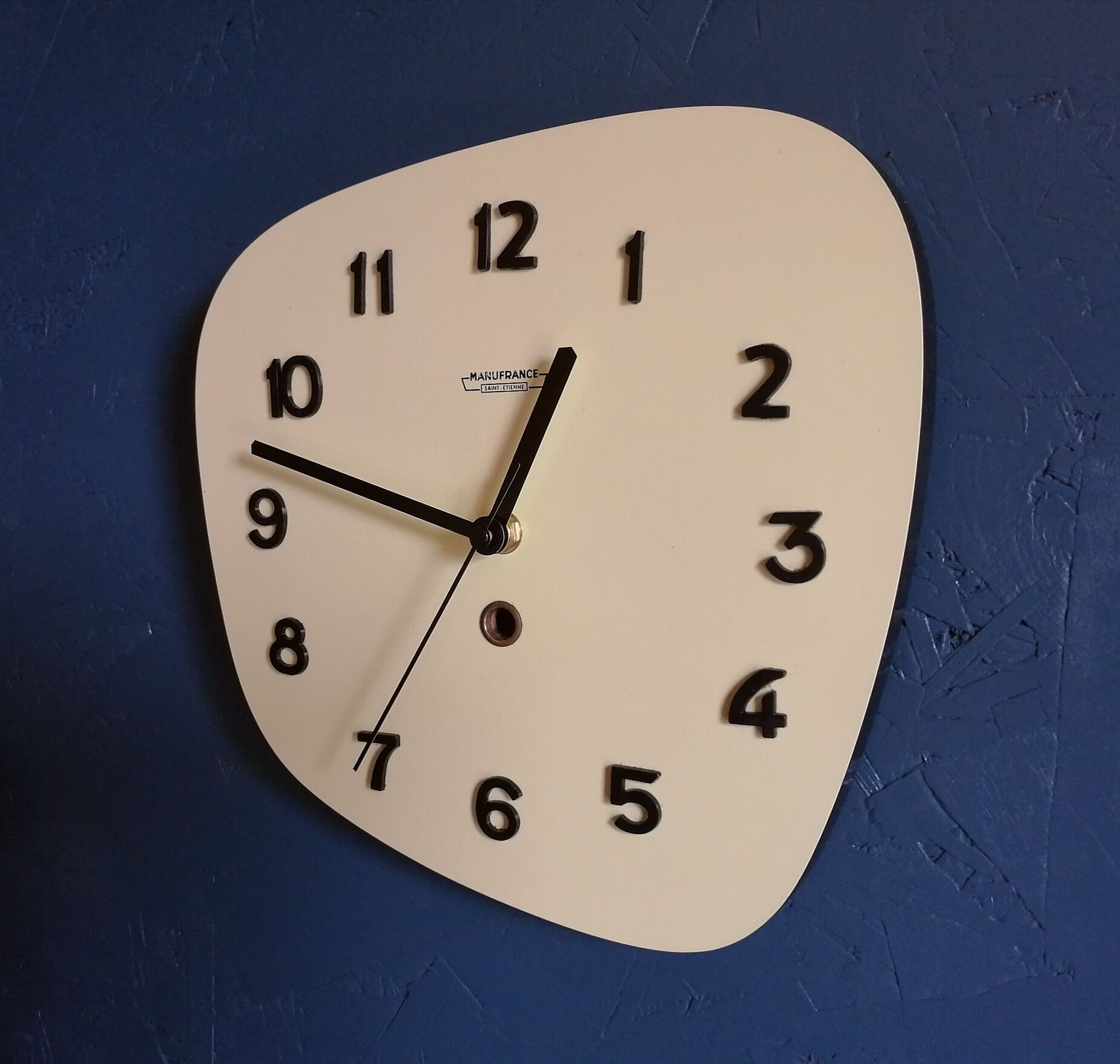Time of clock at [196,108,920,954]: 12:47
